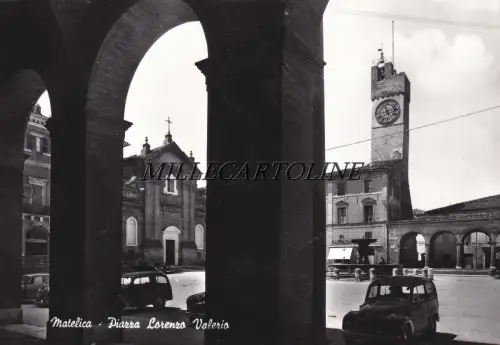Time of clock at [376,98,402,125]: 11:13
